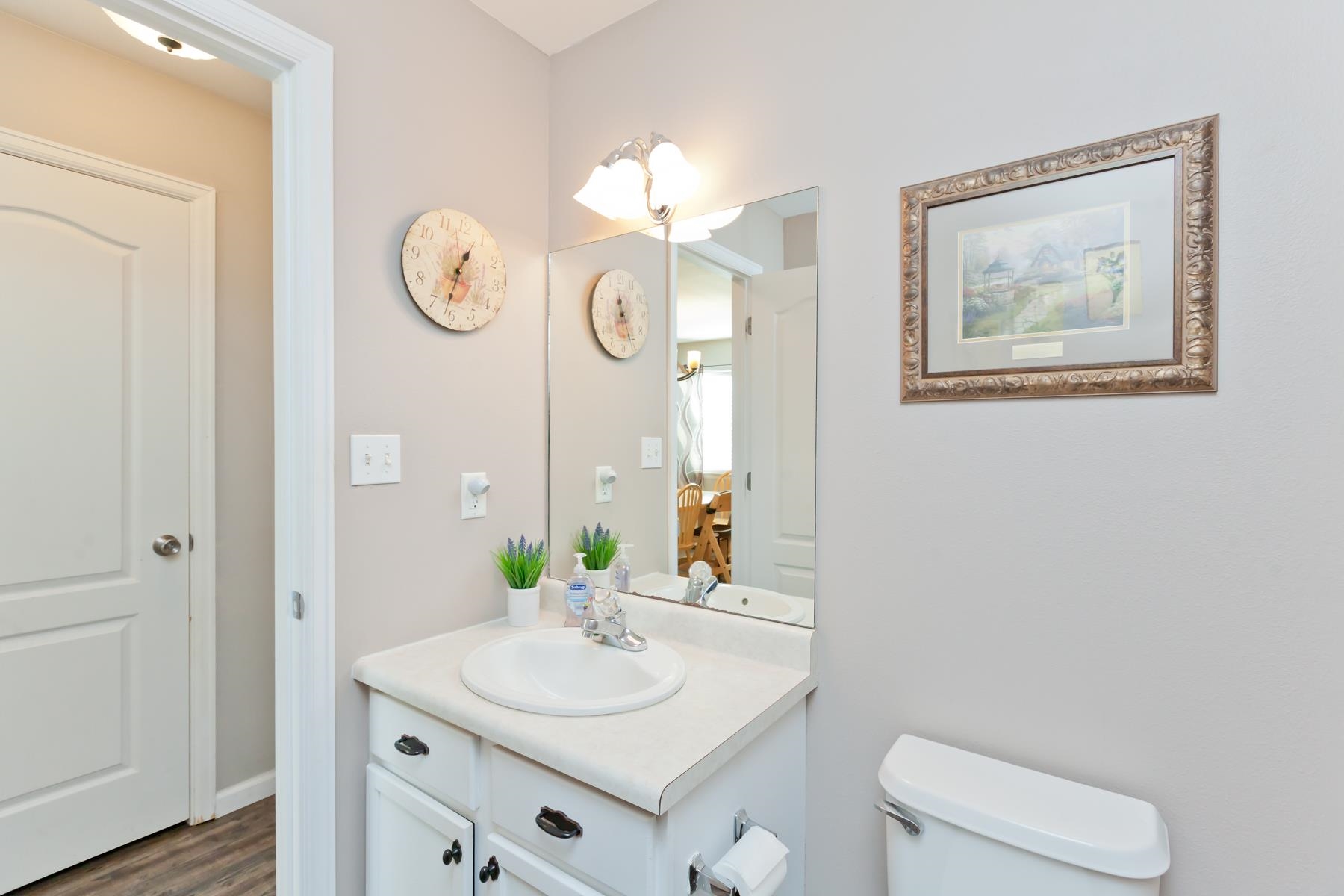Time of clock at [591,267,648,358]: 11:26
